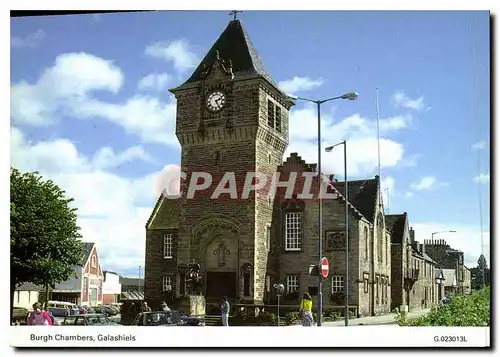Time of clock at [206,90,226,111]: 2:25
